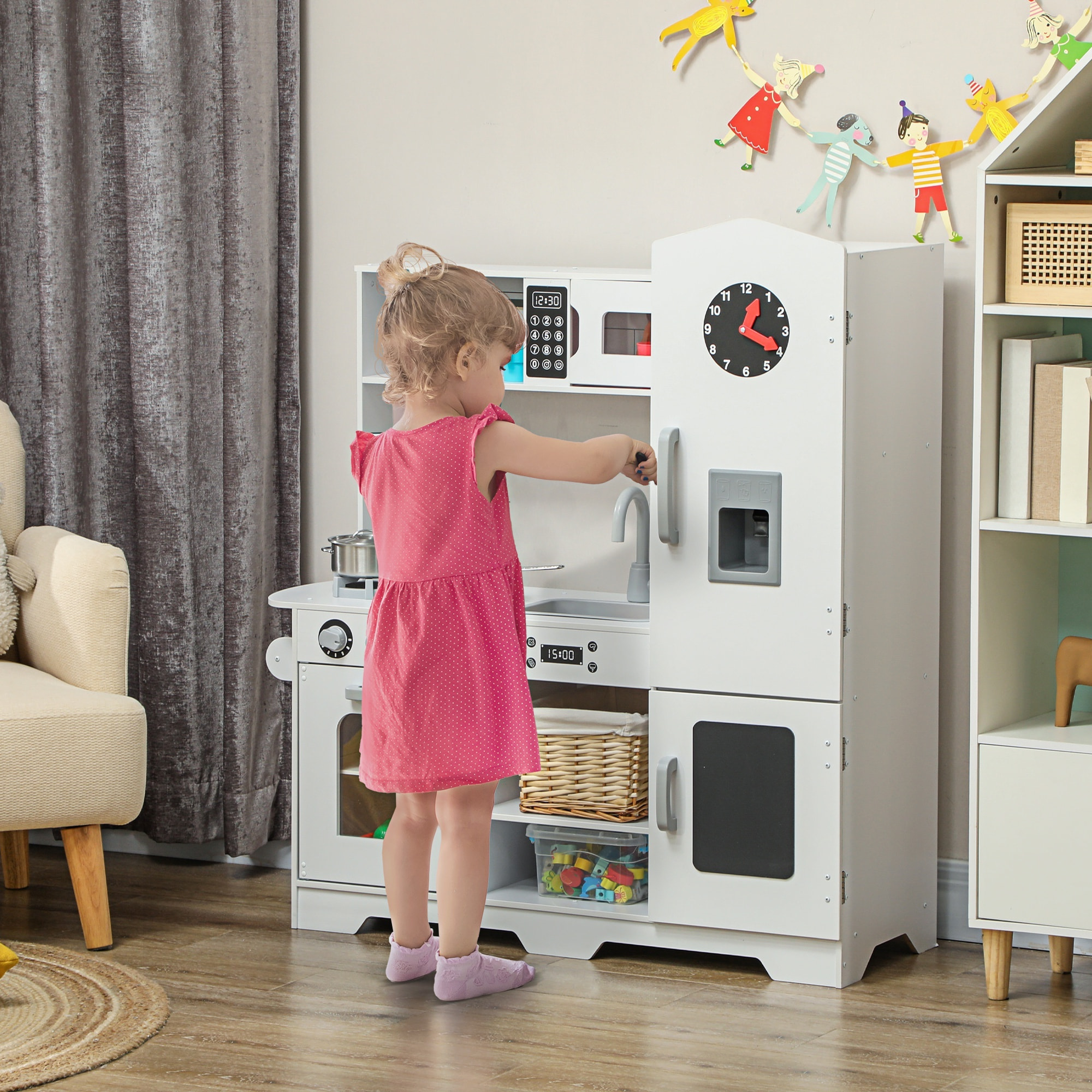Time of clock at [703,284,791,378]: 12:19
